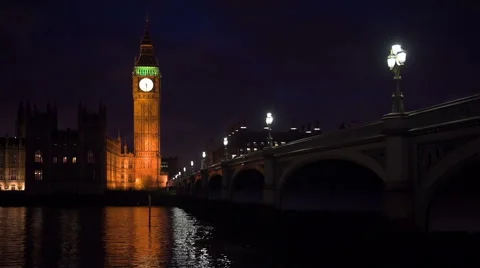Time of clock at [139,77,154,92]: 5:29
